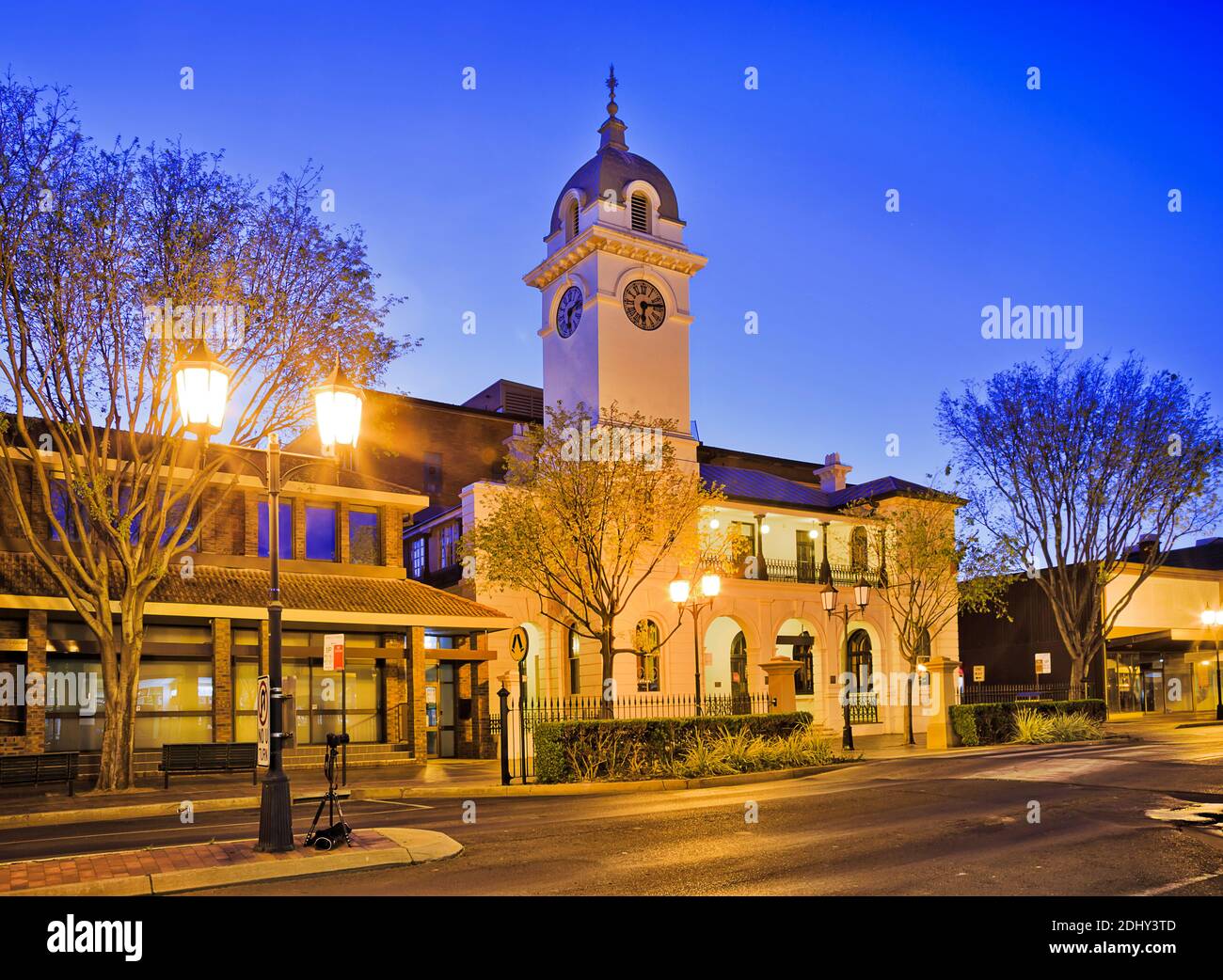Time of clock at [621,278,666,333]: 6:13
